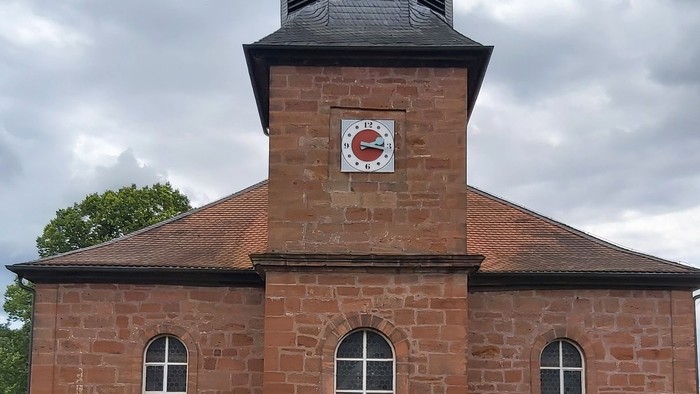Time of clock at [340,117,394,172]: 2:17
